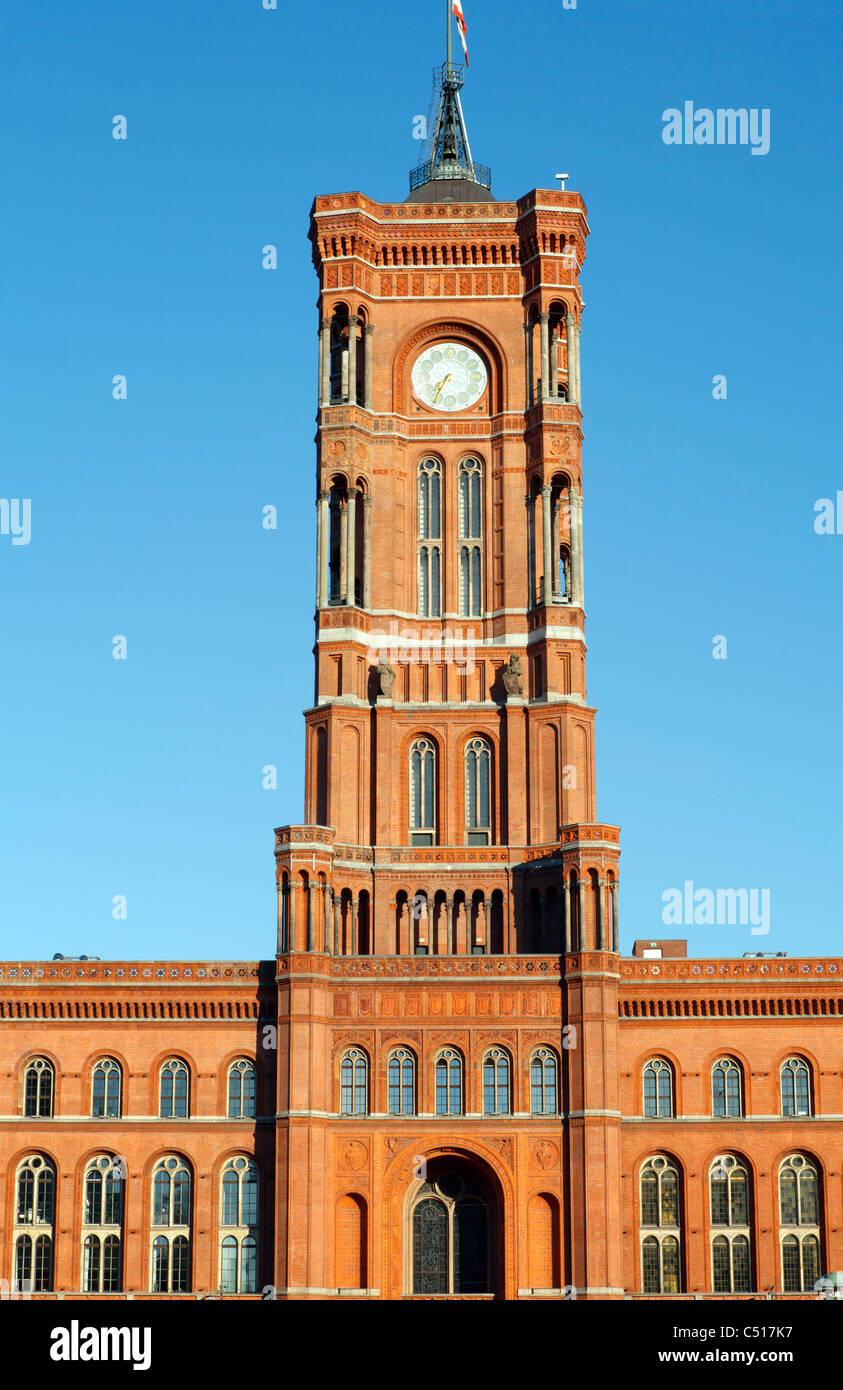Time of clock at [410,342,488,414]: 7:34
